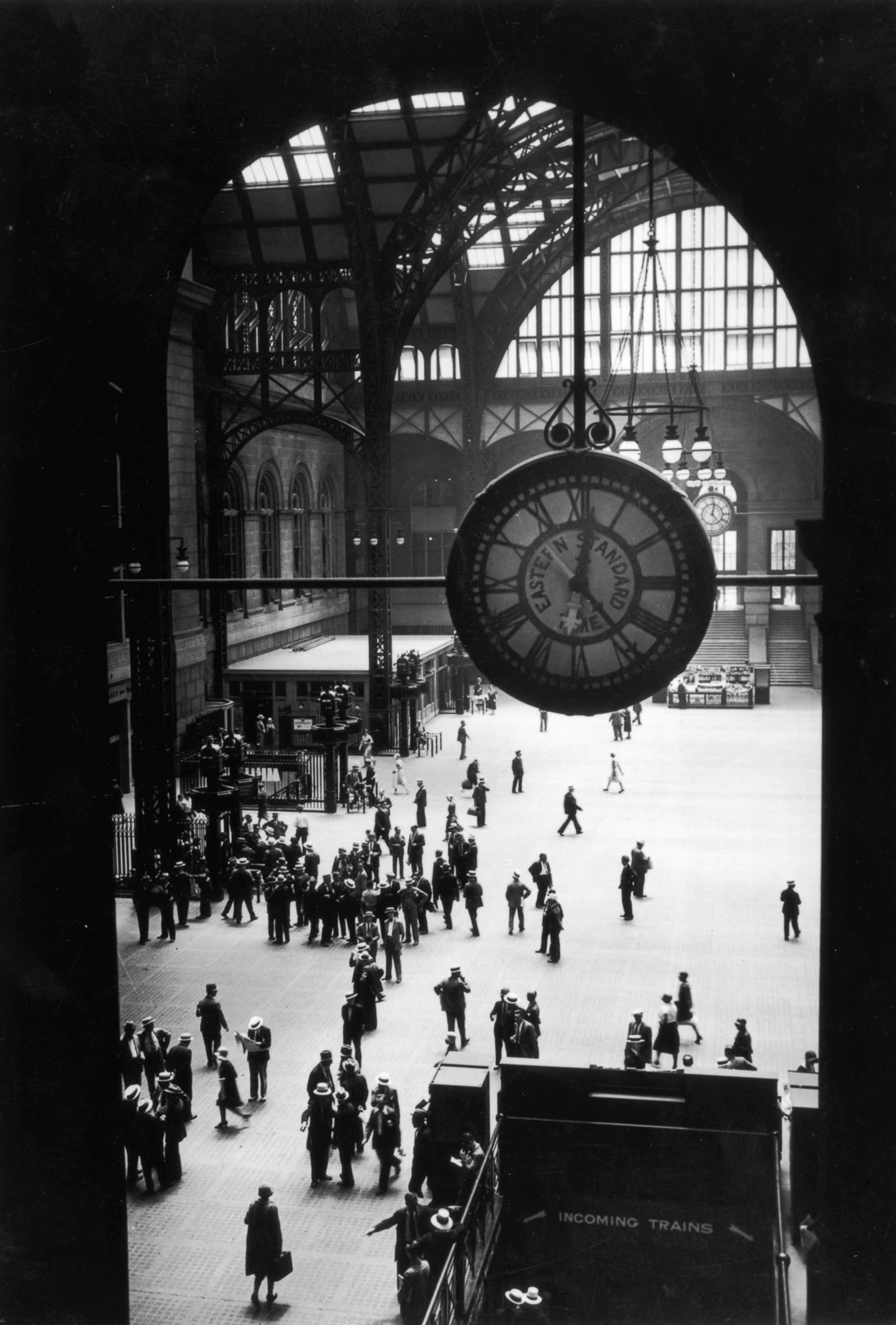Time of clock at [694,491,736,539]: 12:23
